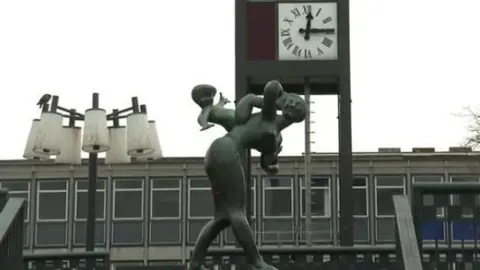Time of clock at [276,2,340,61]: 12:14
